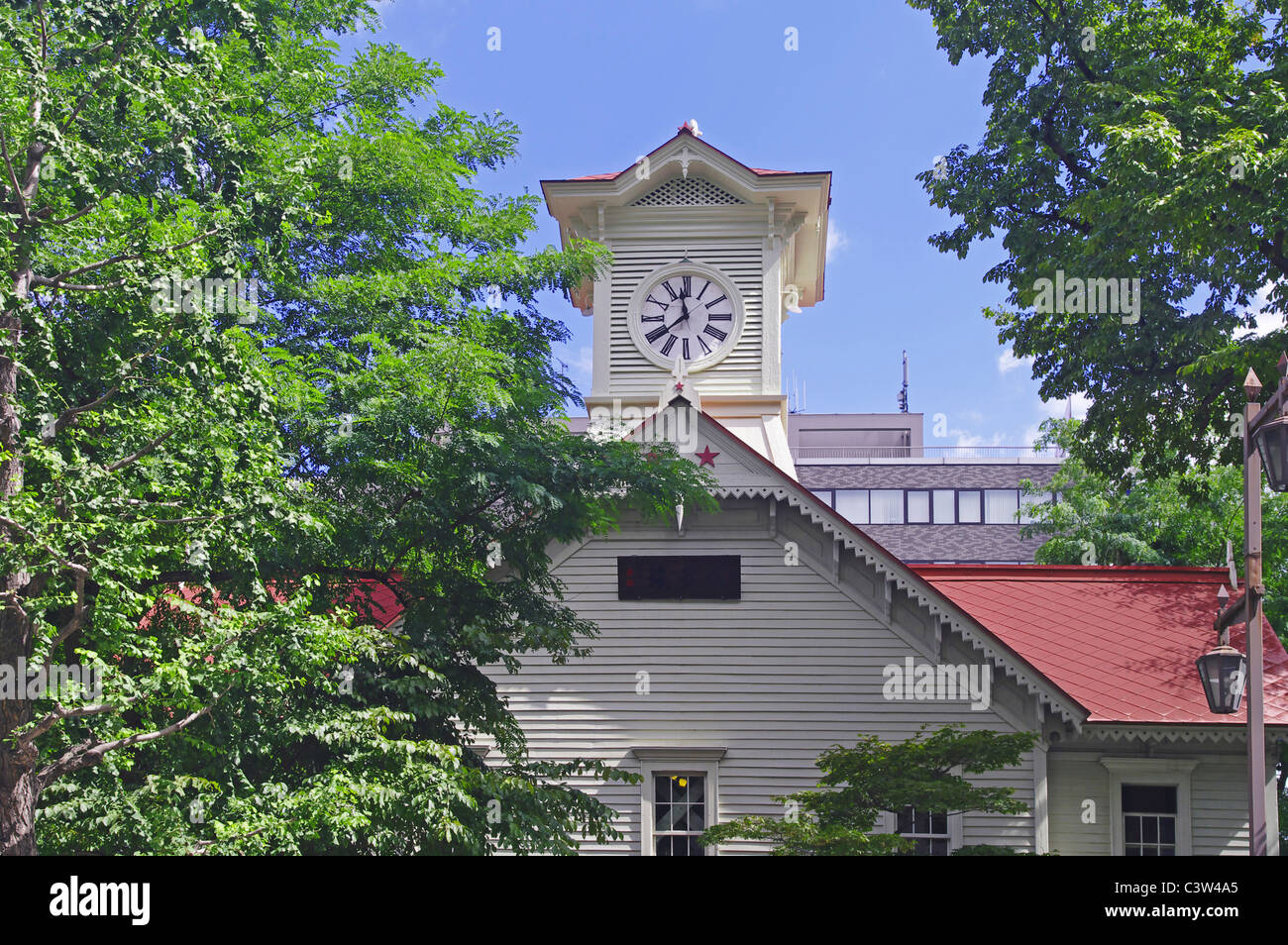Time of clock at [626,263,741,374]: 11:38
